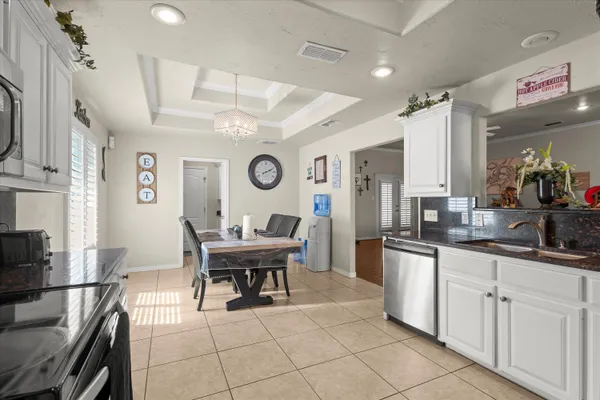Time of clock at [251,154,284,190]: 2:11
